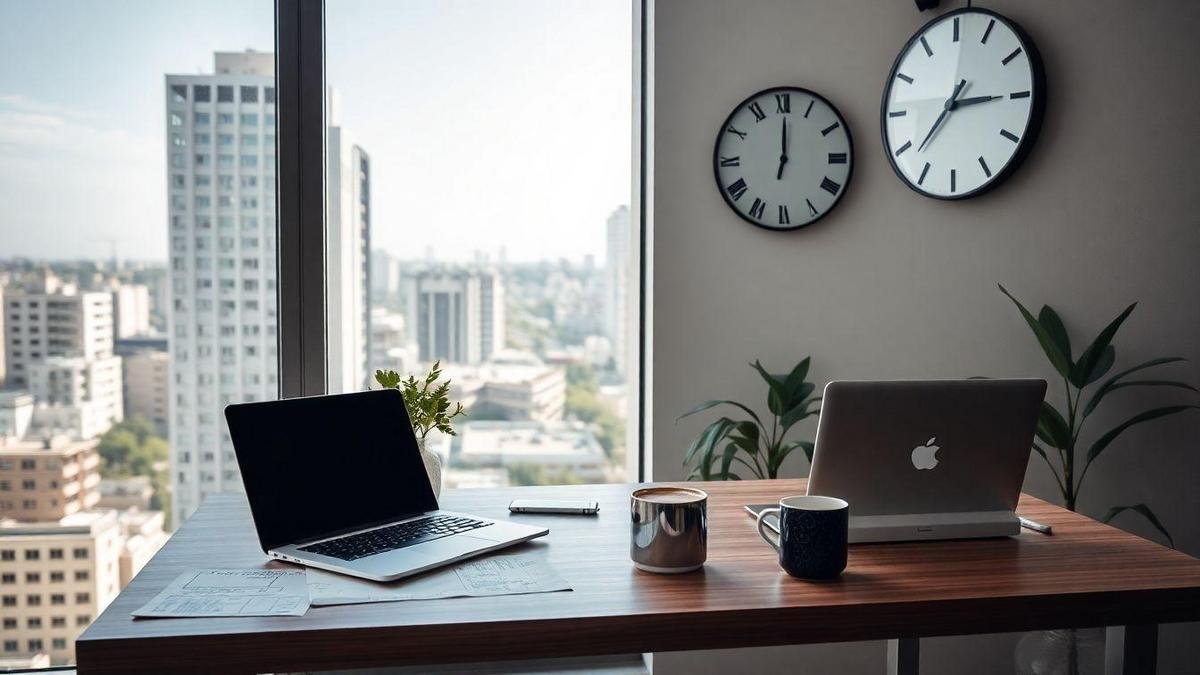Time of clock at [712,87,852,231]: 12:00
